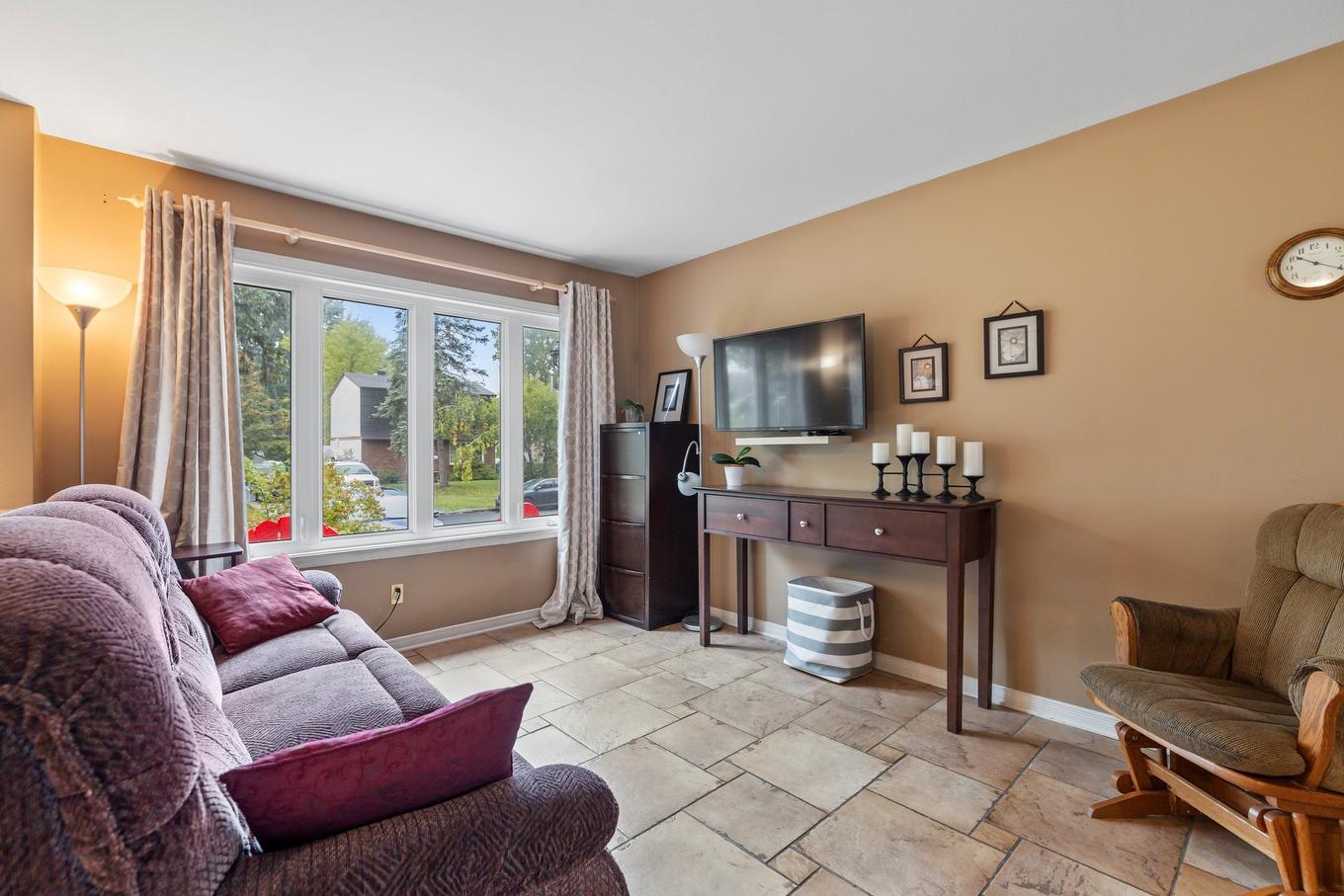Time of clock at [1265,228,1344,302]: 10:20
